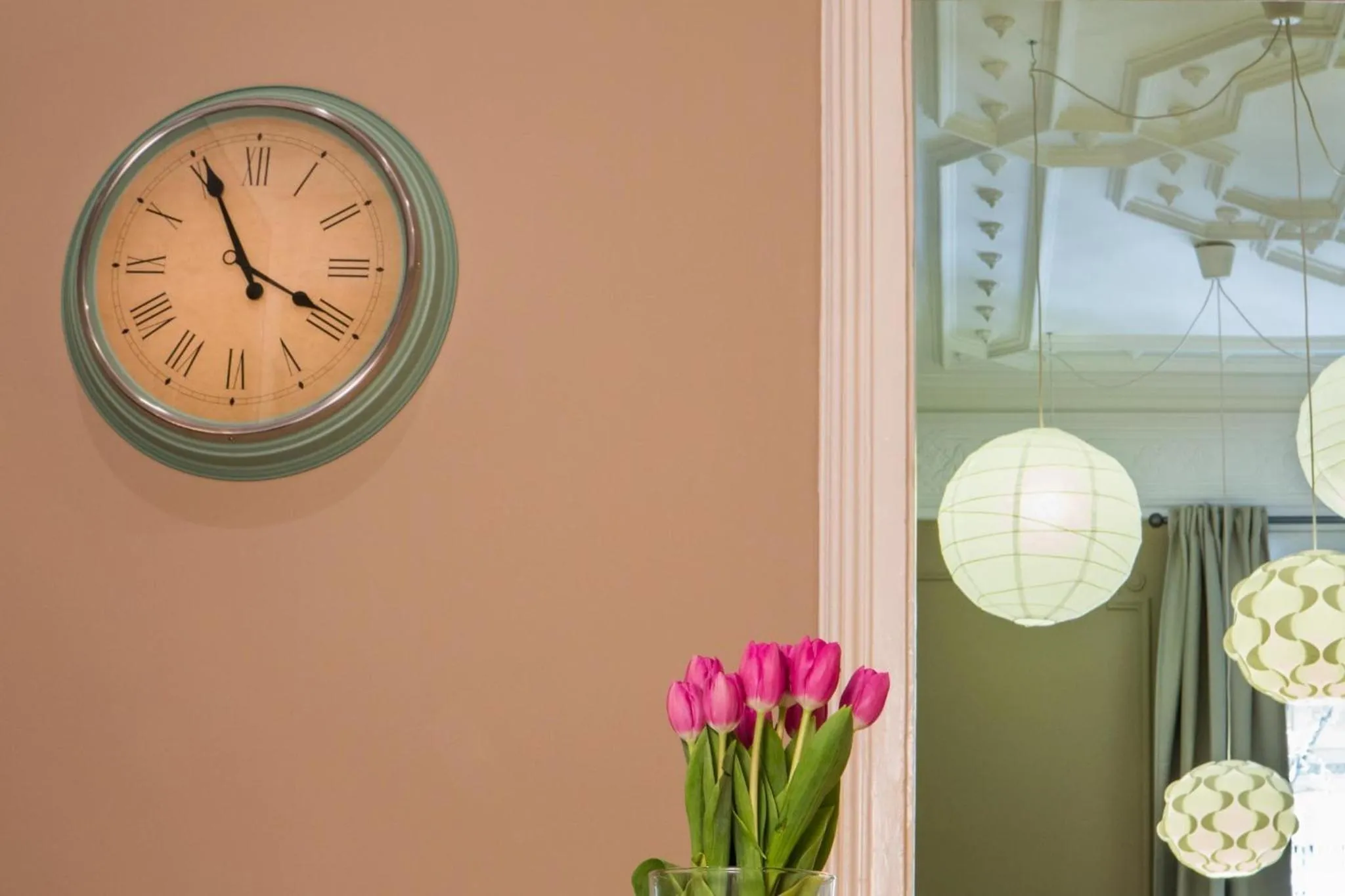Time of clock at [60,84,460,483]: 3:55
